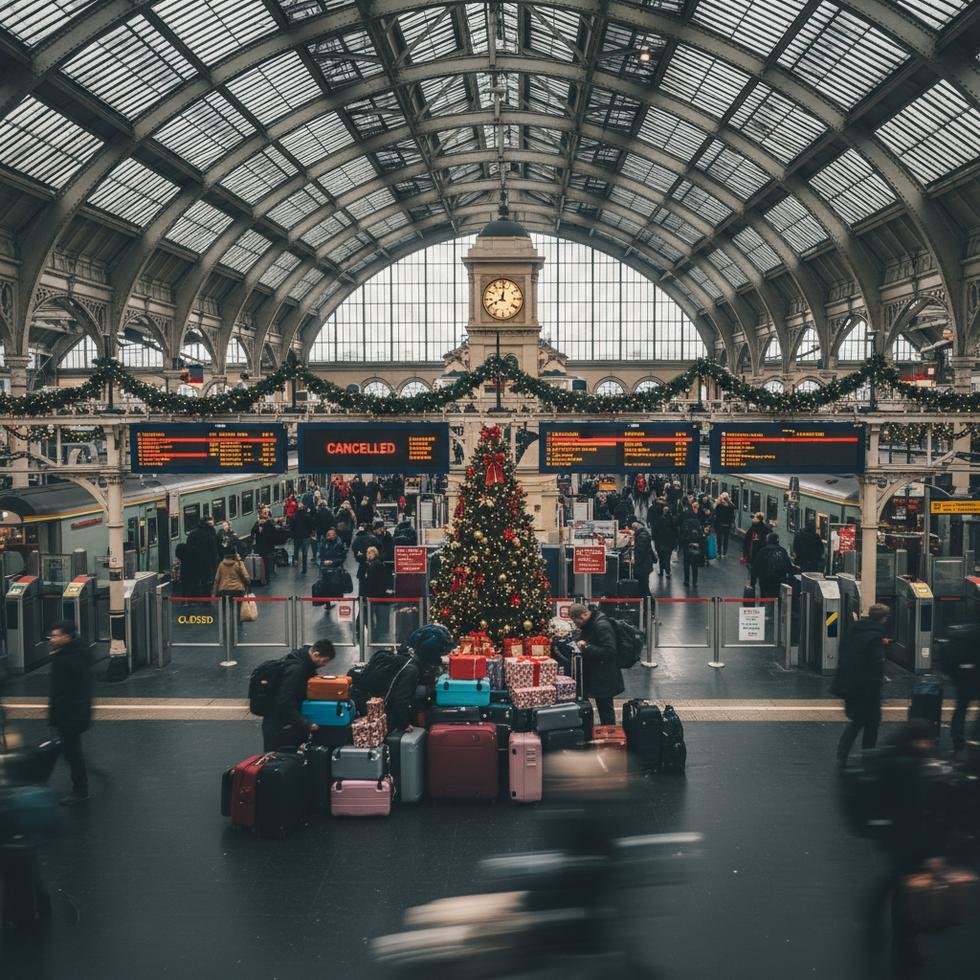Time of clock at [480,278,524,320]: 8:01
